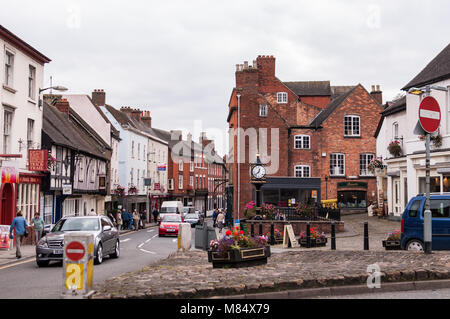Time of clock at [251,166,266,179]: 12:37
